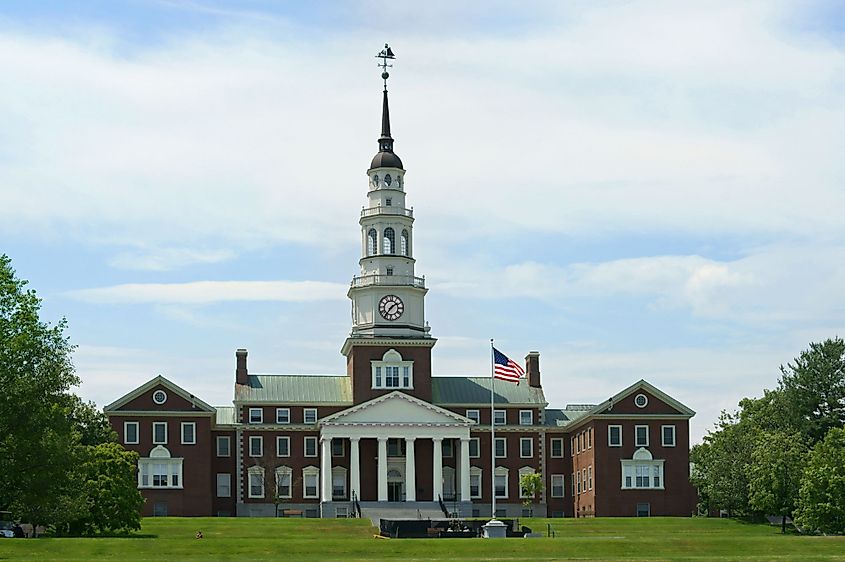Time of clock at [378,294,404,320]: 1:36
